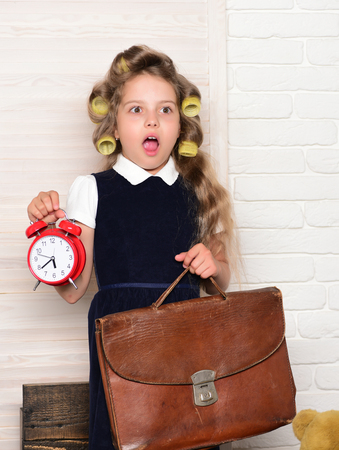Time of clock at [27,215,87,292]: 5:38
